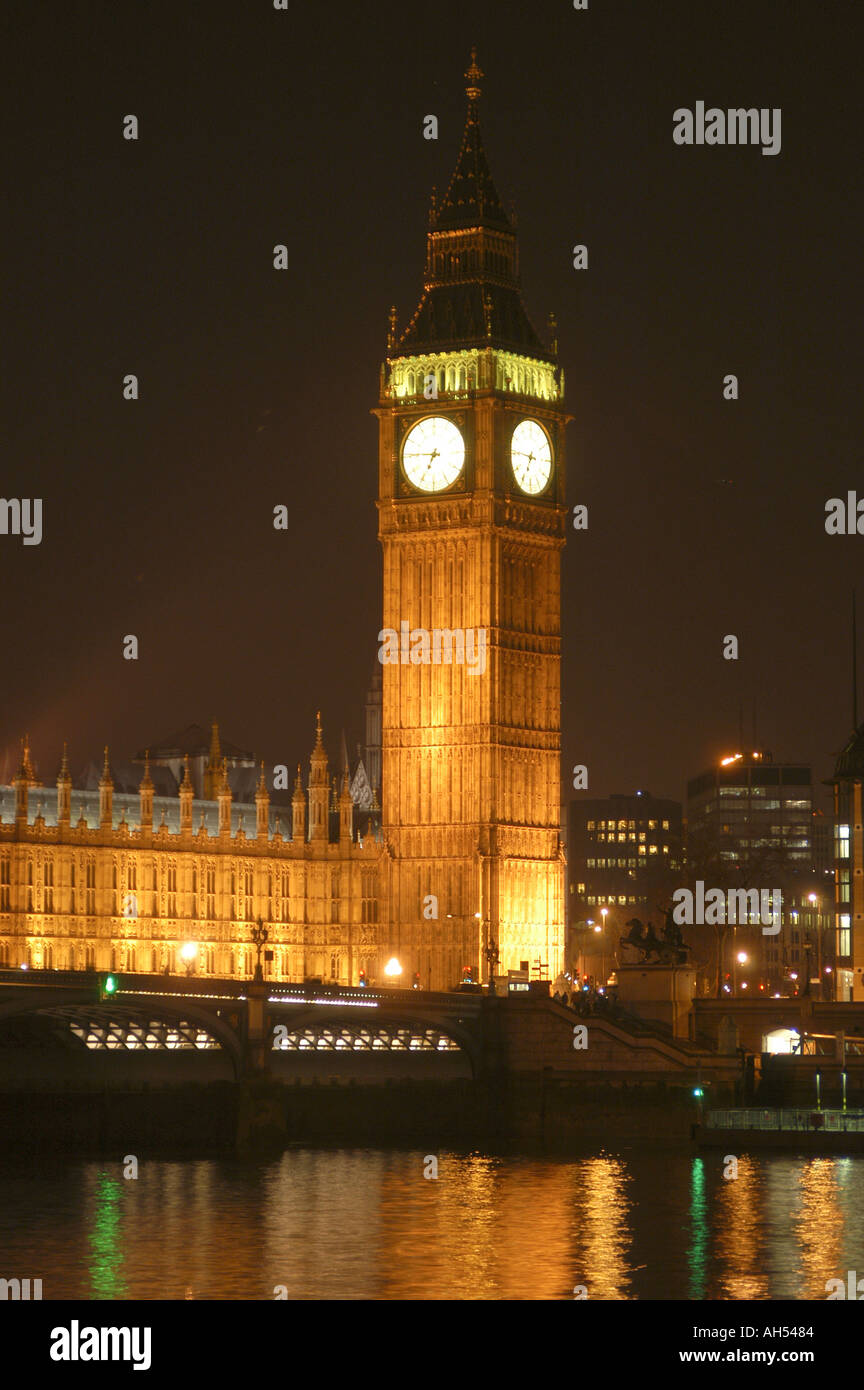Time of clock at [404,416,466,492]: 6:45
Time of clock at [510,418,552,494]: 6:45
